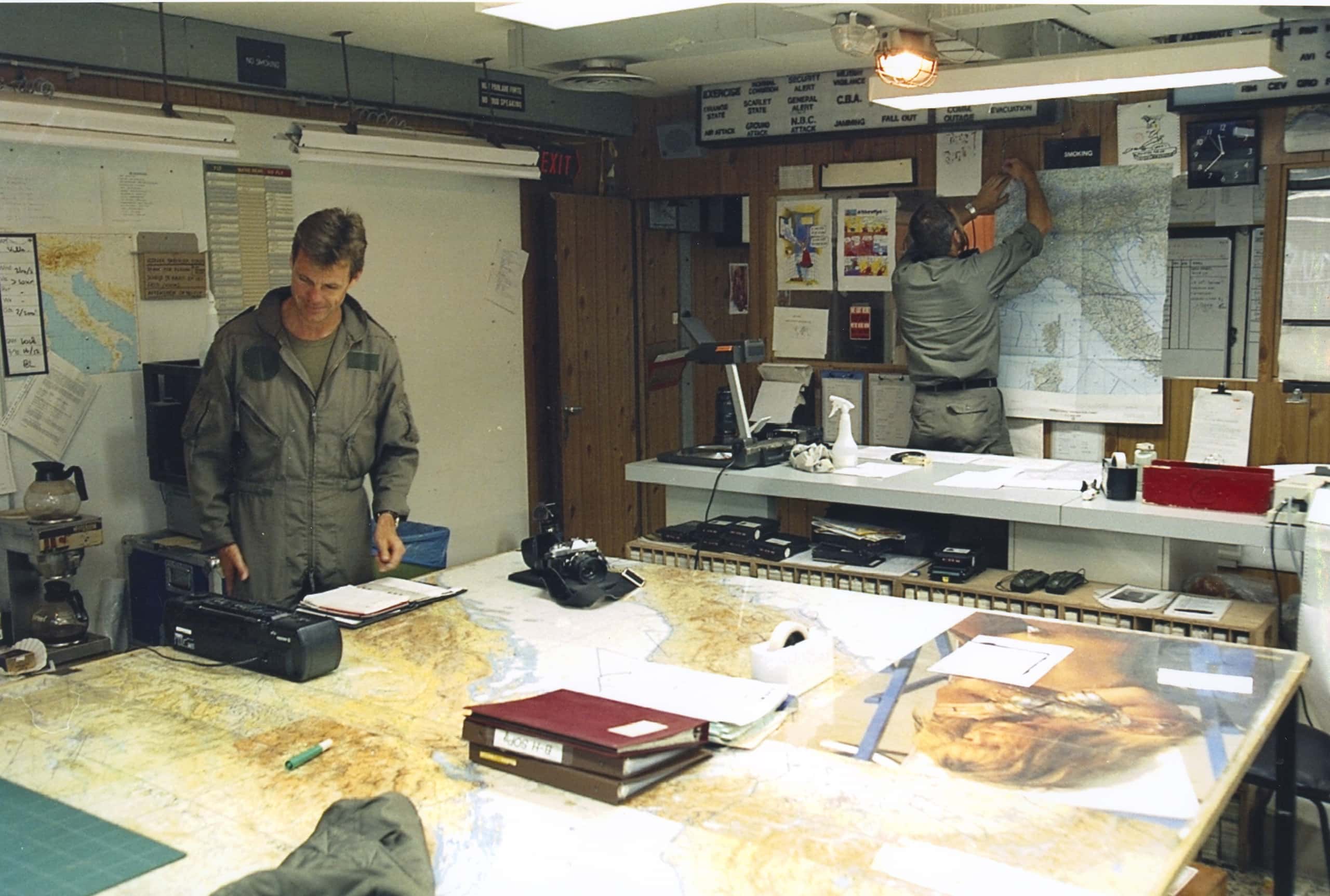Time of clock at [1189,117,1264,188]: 11:37
